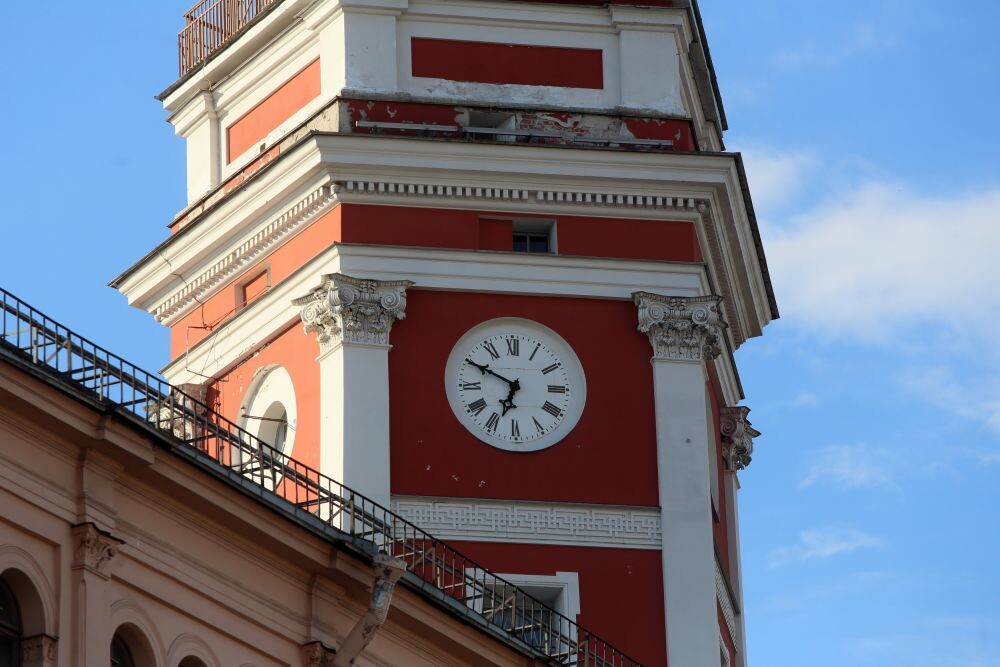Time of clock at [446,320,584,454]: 6:49
